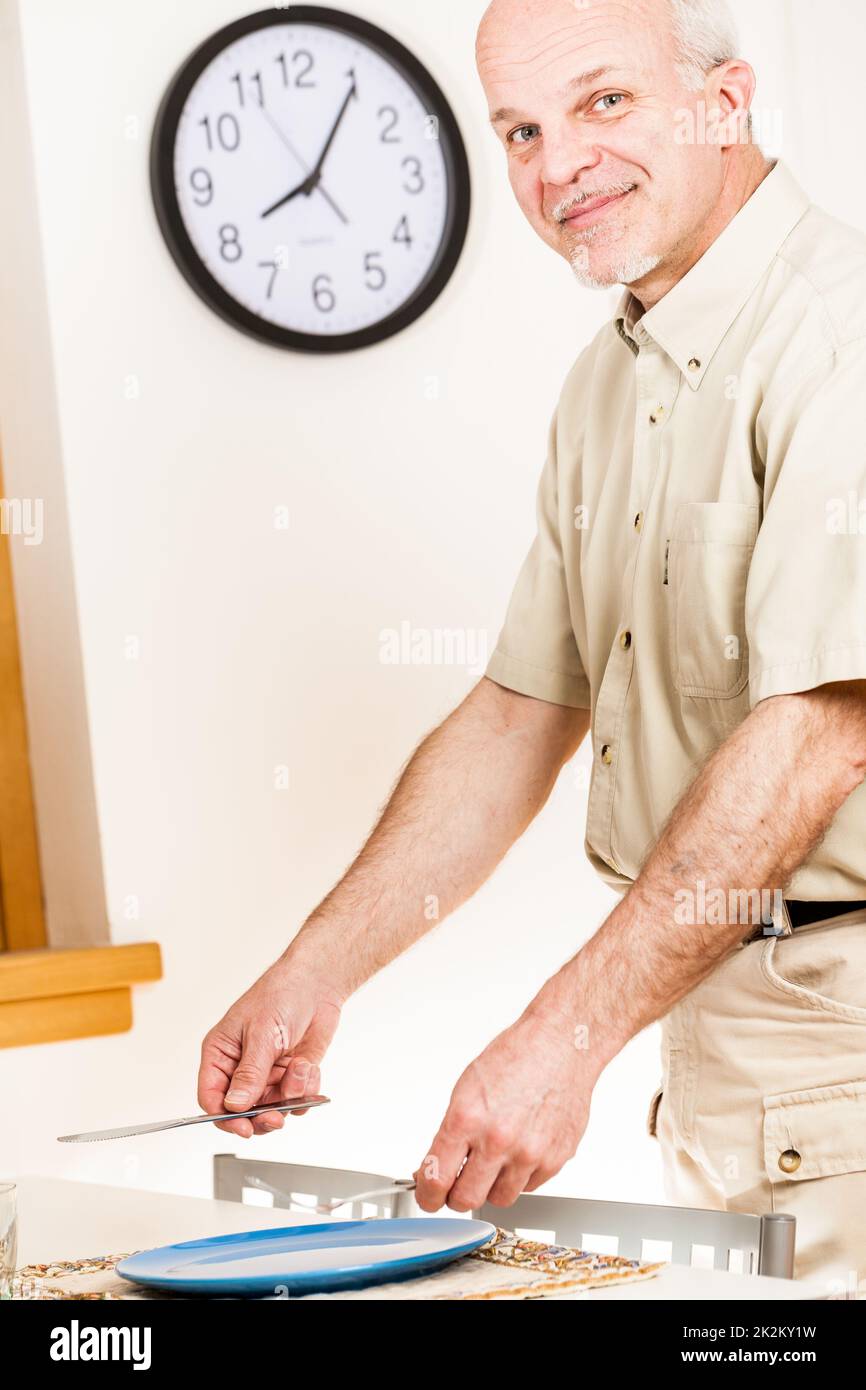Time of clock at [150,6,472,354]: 8:05
